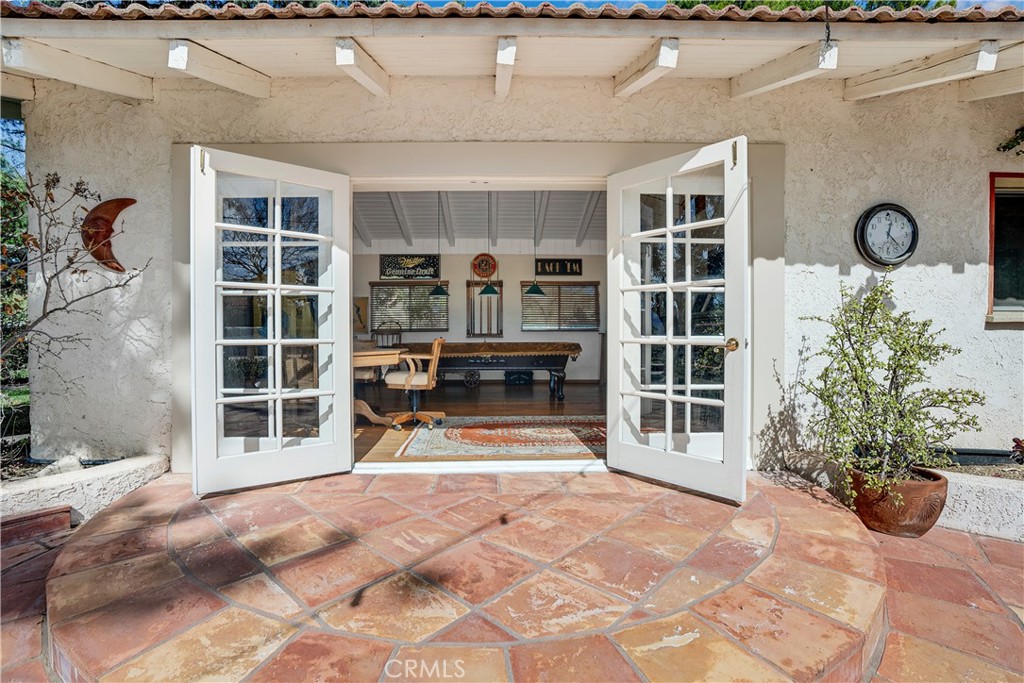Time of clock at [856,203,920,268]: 12:22
